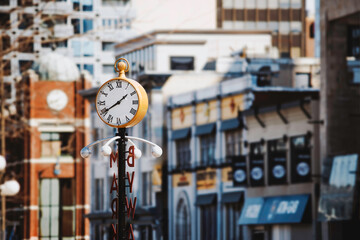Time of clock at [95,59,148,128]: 1:39
